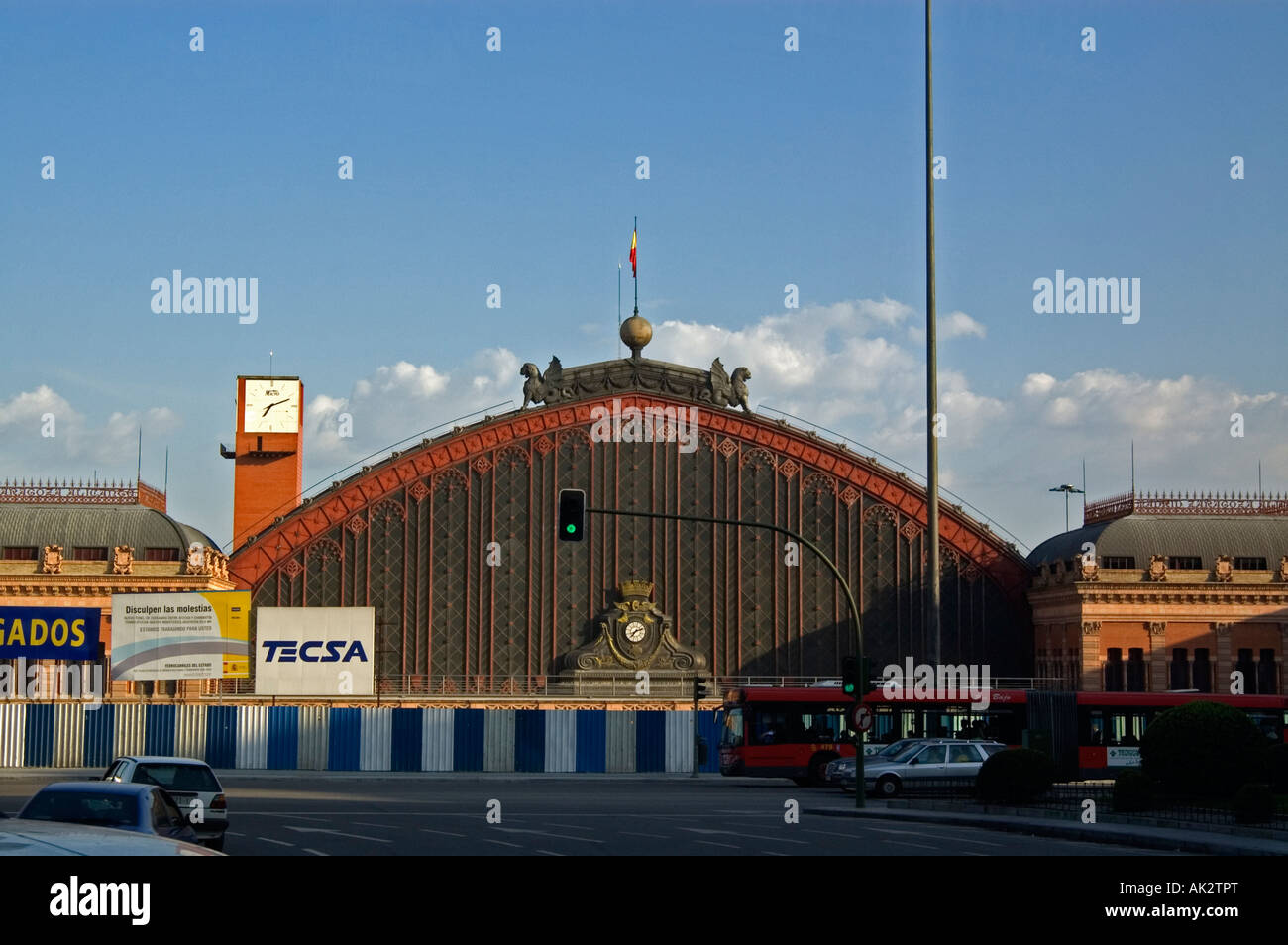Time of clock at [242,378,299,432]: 7:11
